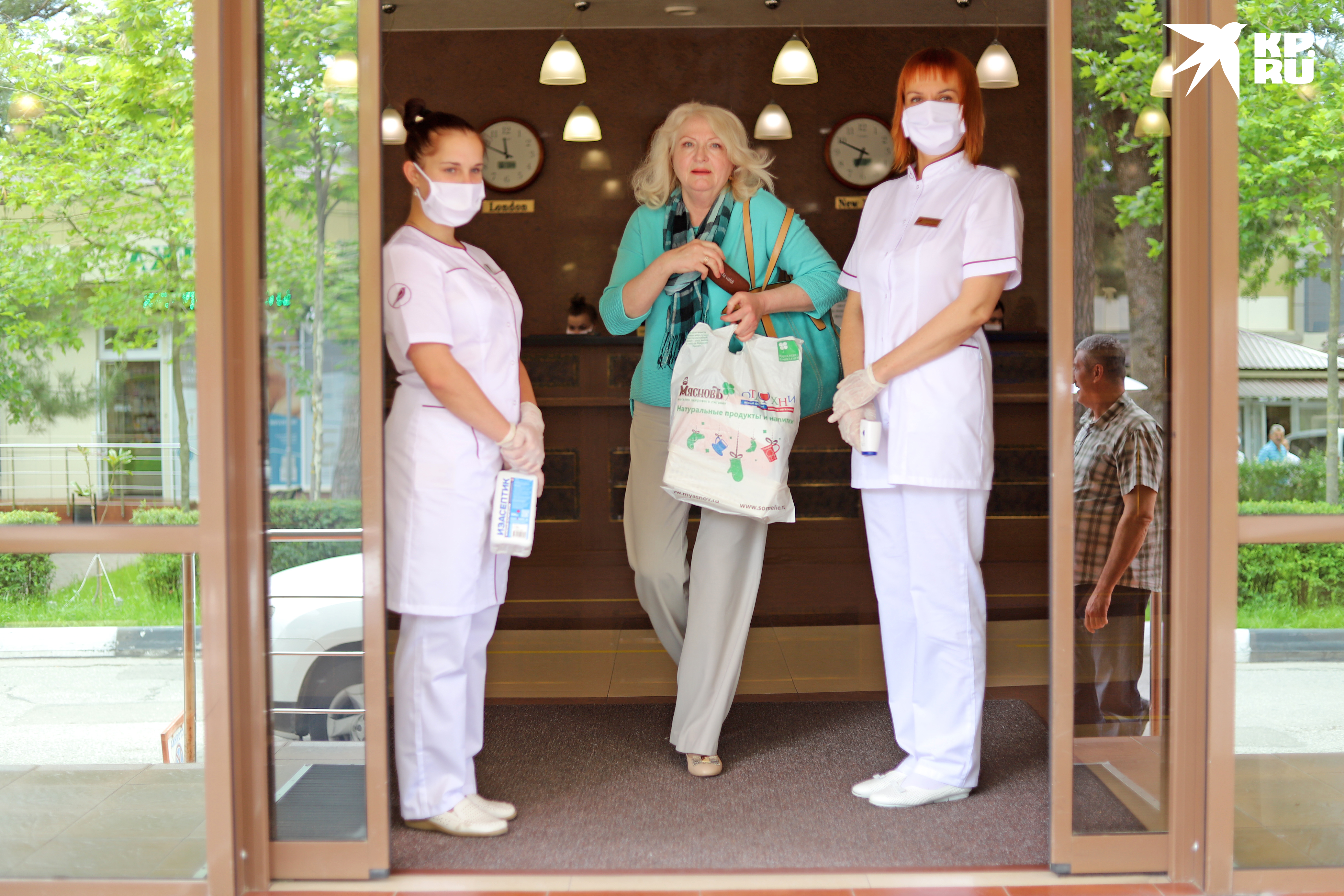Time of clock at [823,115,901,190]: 6:49
